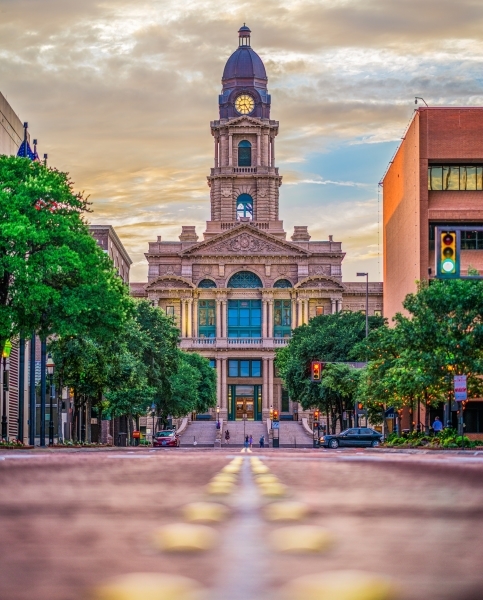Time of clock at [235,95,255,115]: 8:24
